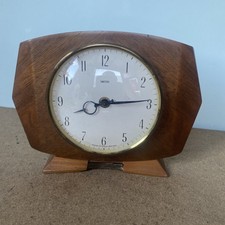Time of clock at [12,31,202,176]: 8:14
